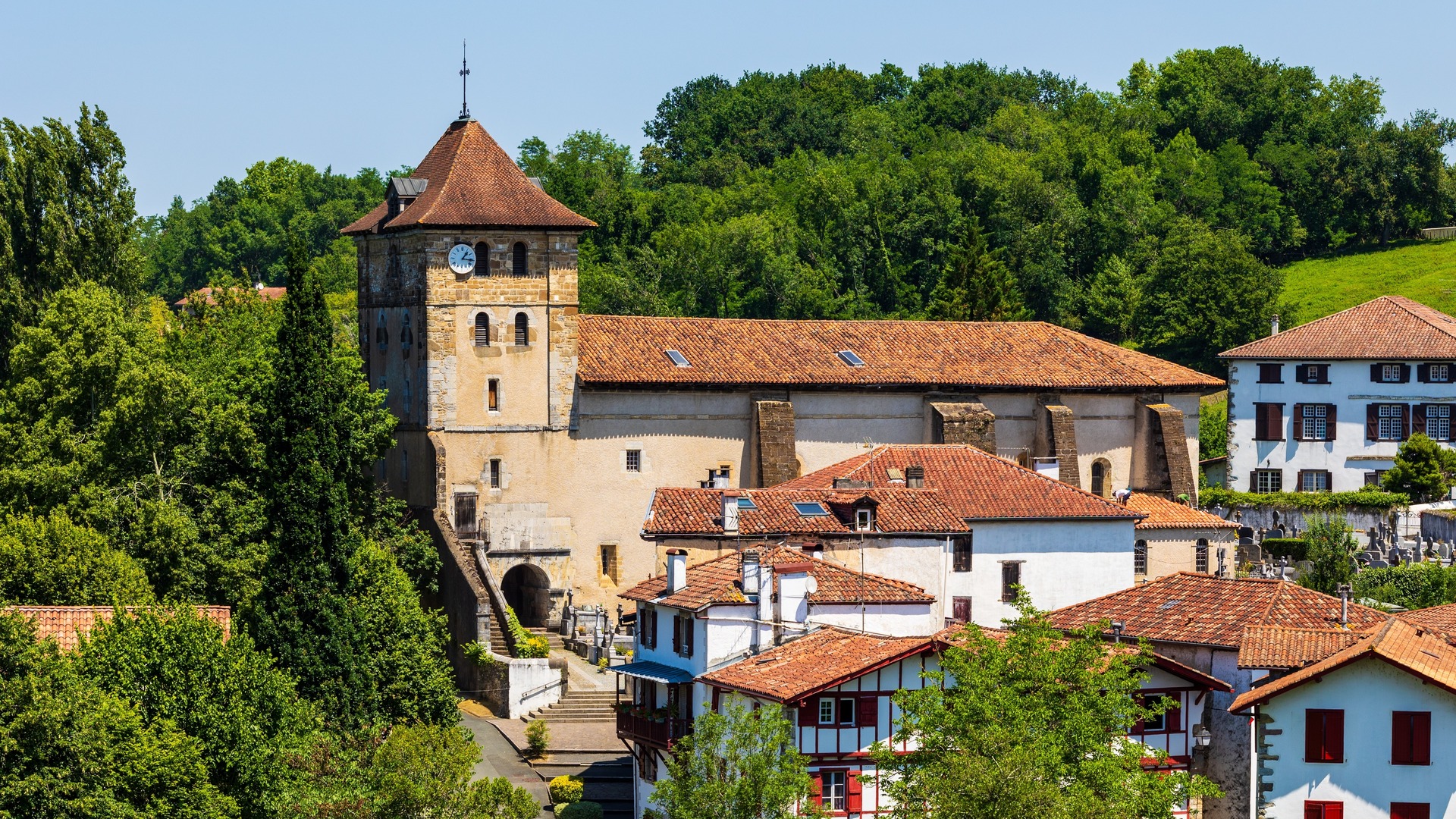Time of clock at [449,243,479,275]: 1:16
